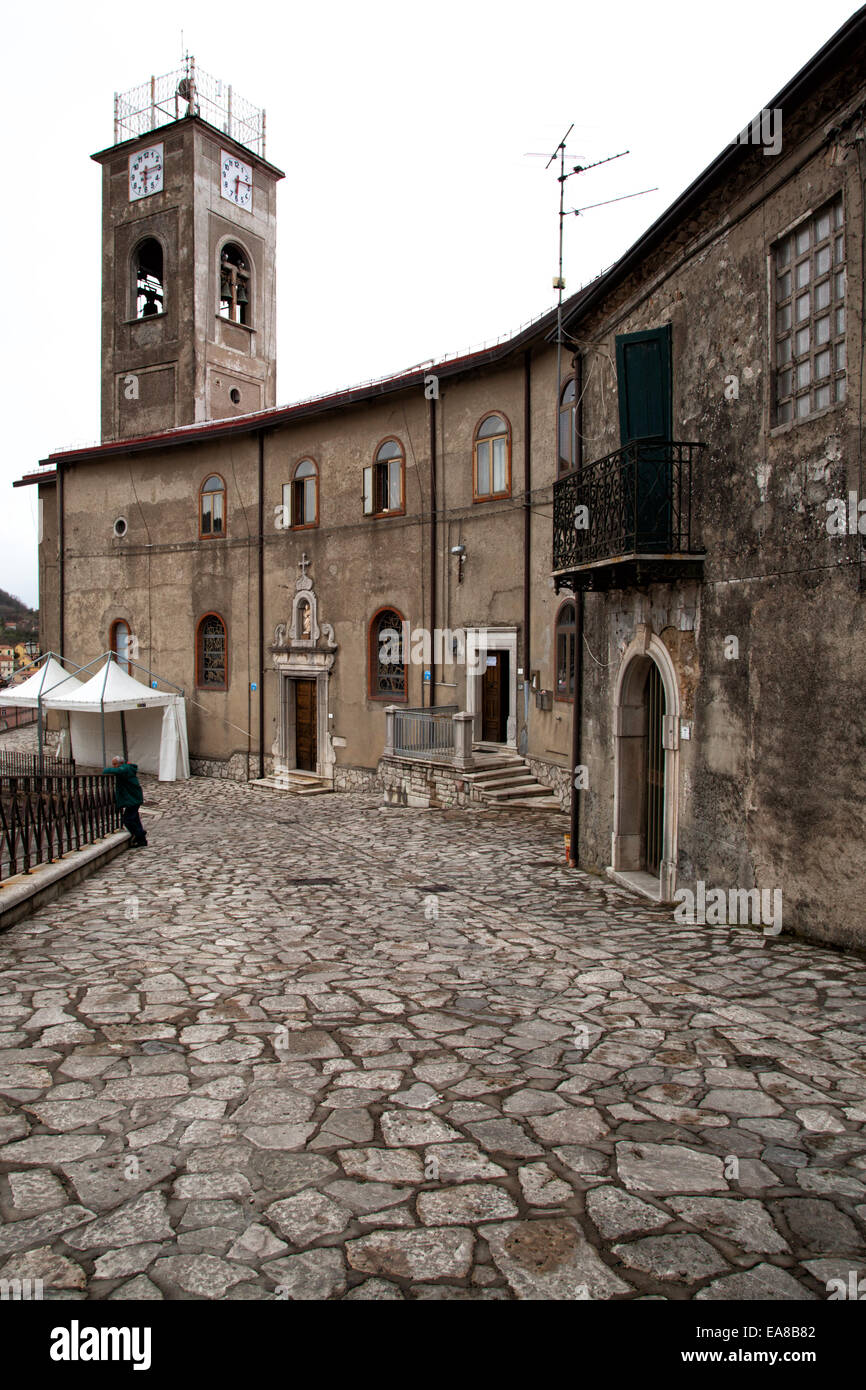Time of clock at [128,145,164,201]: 6:14
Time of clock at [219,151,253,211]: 6:13
